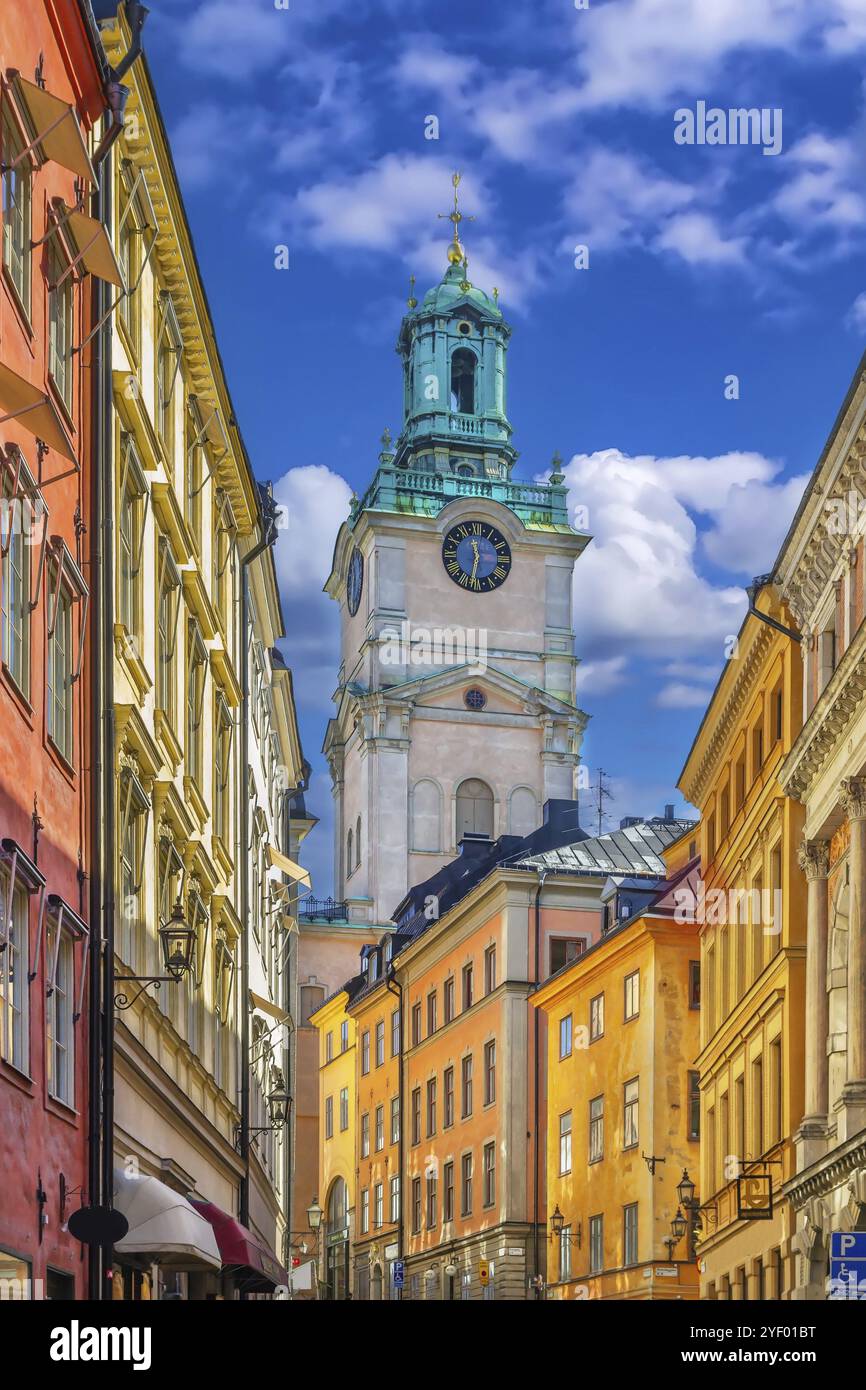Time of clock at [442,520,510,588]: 11:32
